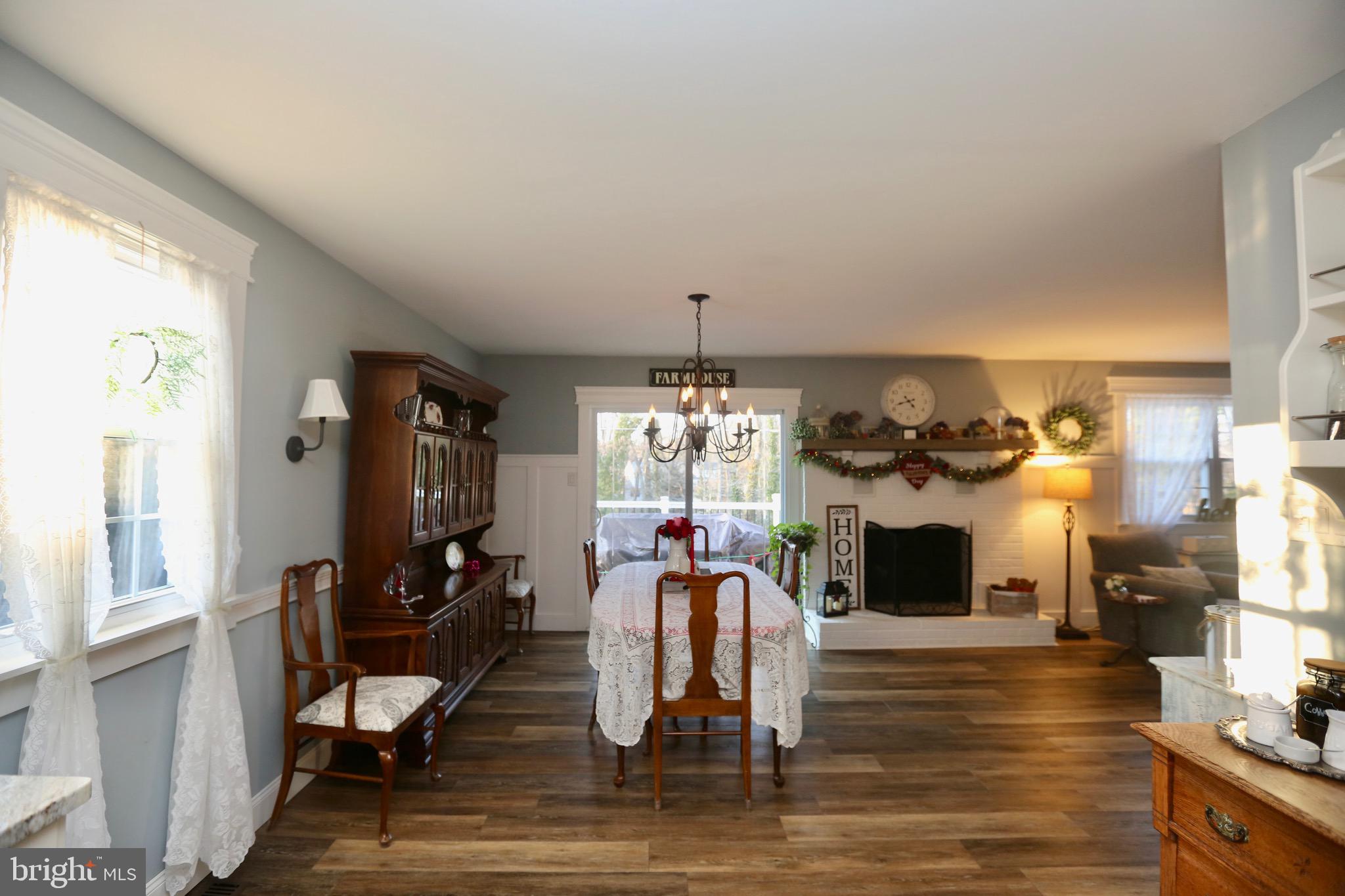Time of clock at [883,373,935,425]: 4:42
